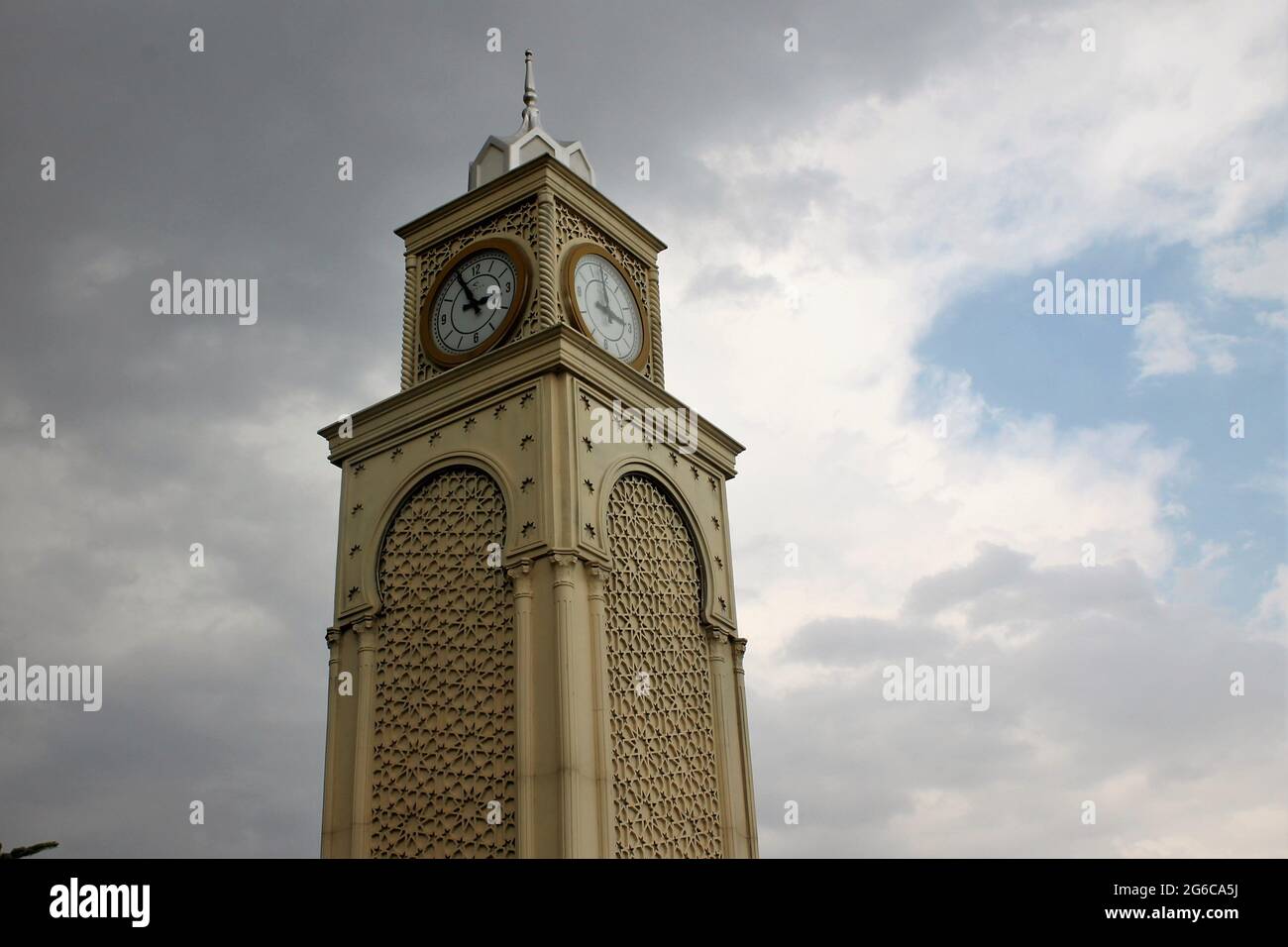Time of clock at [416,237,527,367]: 2:55
